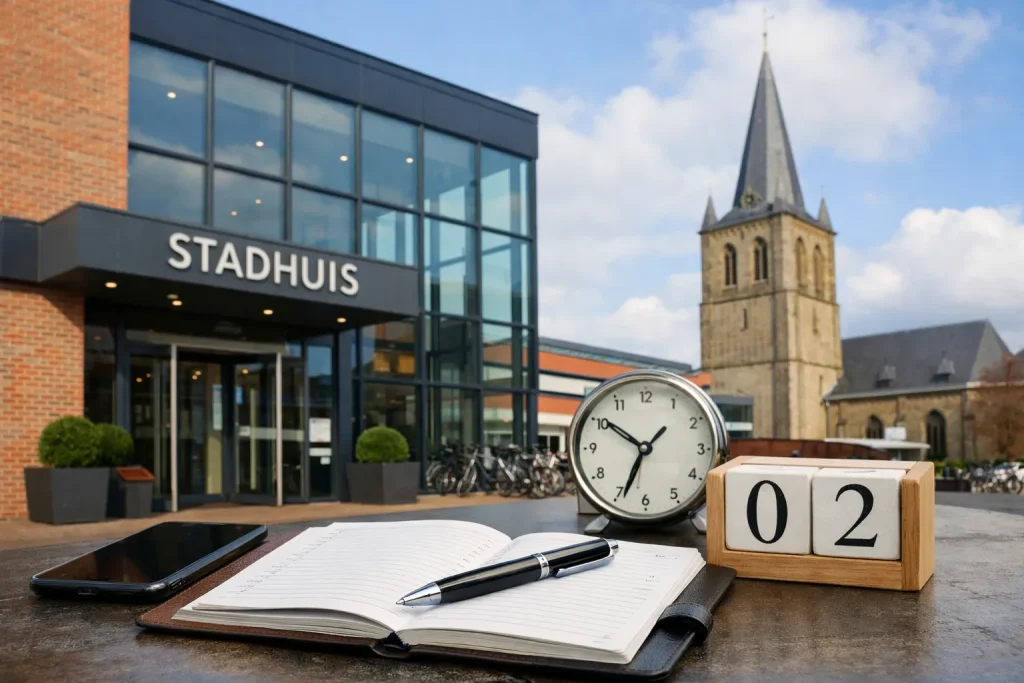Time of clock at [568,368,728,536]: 6:50
